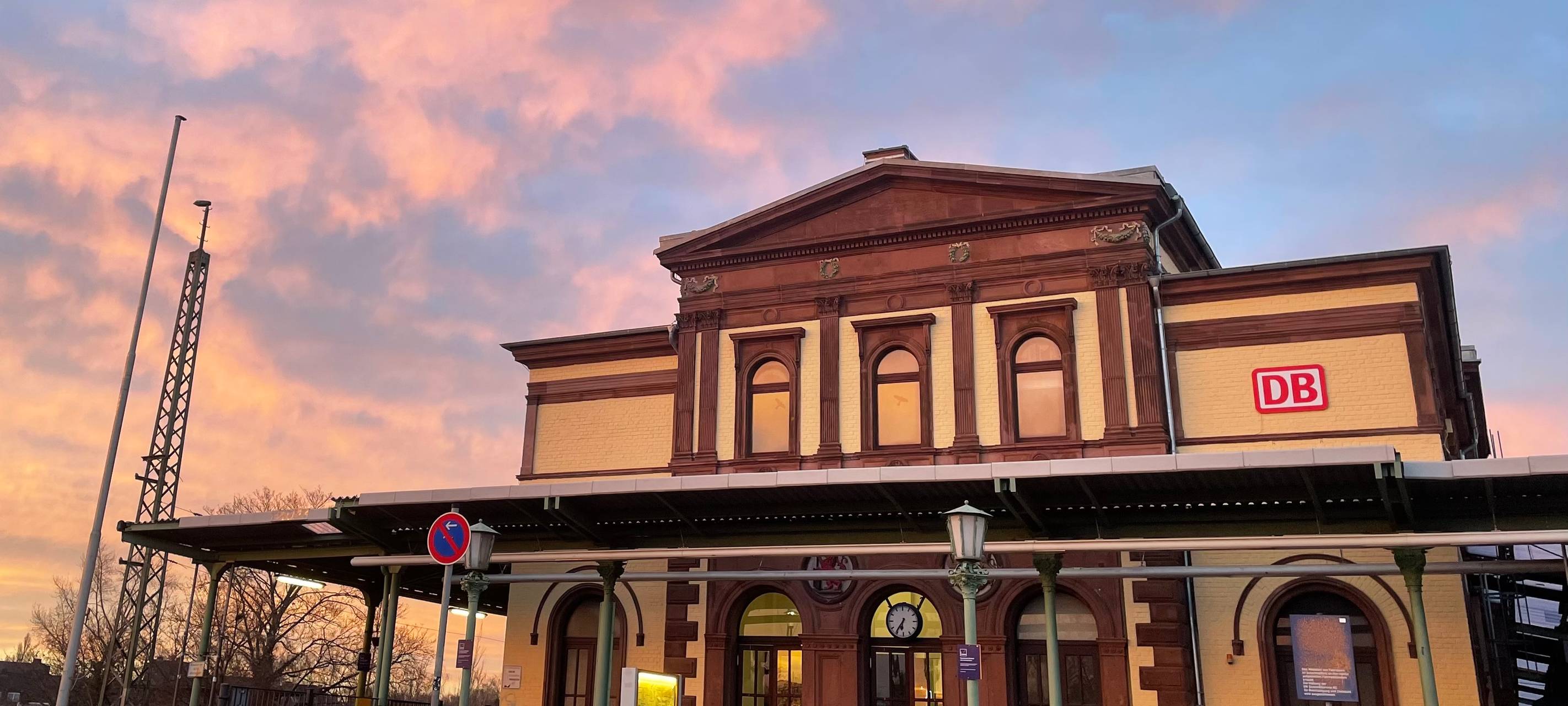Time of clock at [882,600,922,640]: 6:36
